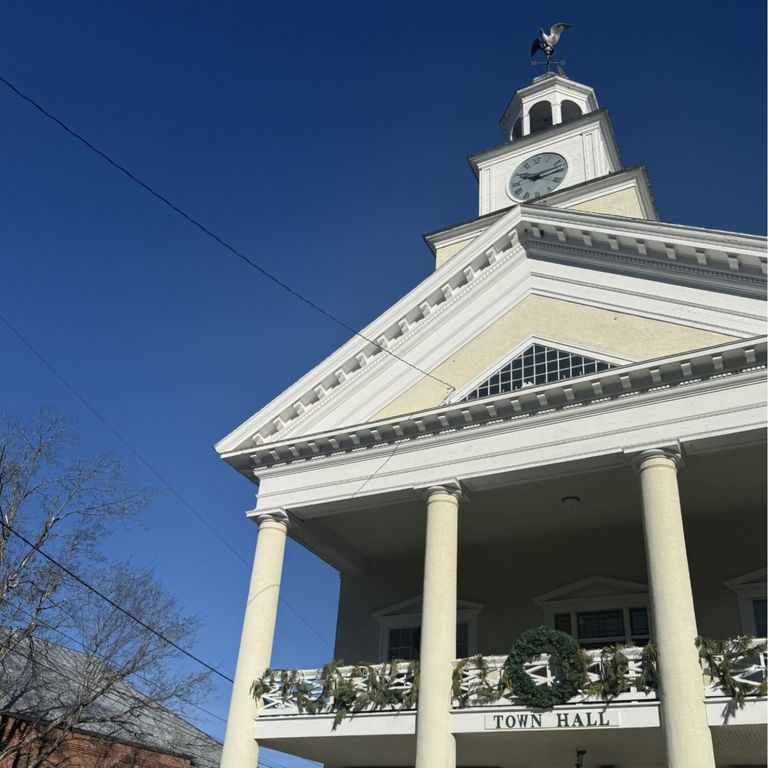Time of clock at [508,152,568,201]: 9:12
